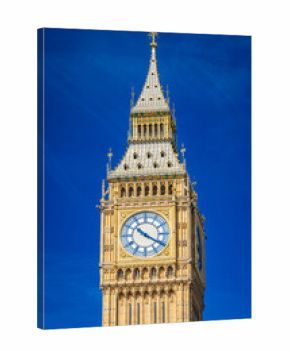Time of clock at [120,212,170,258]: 10:20
